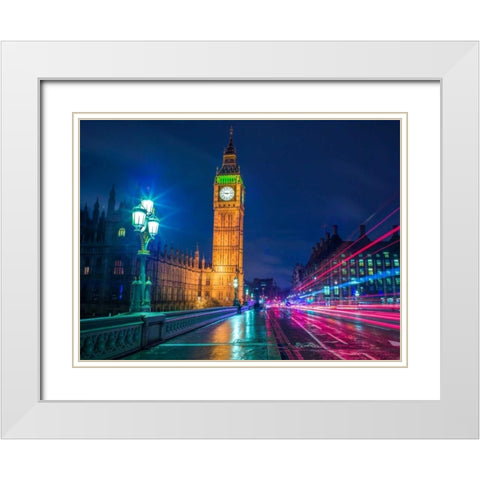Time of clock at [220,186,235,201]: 9:13
